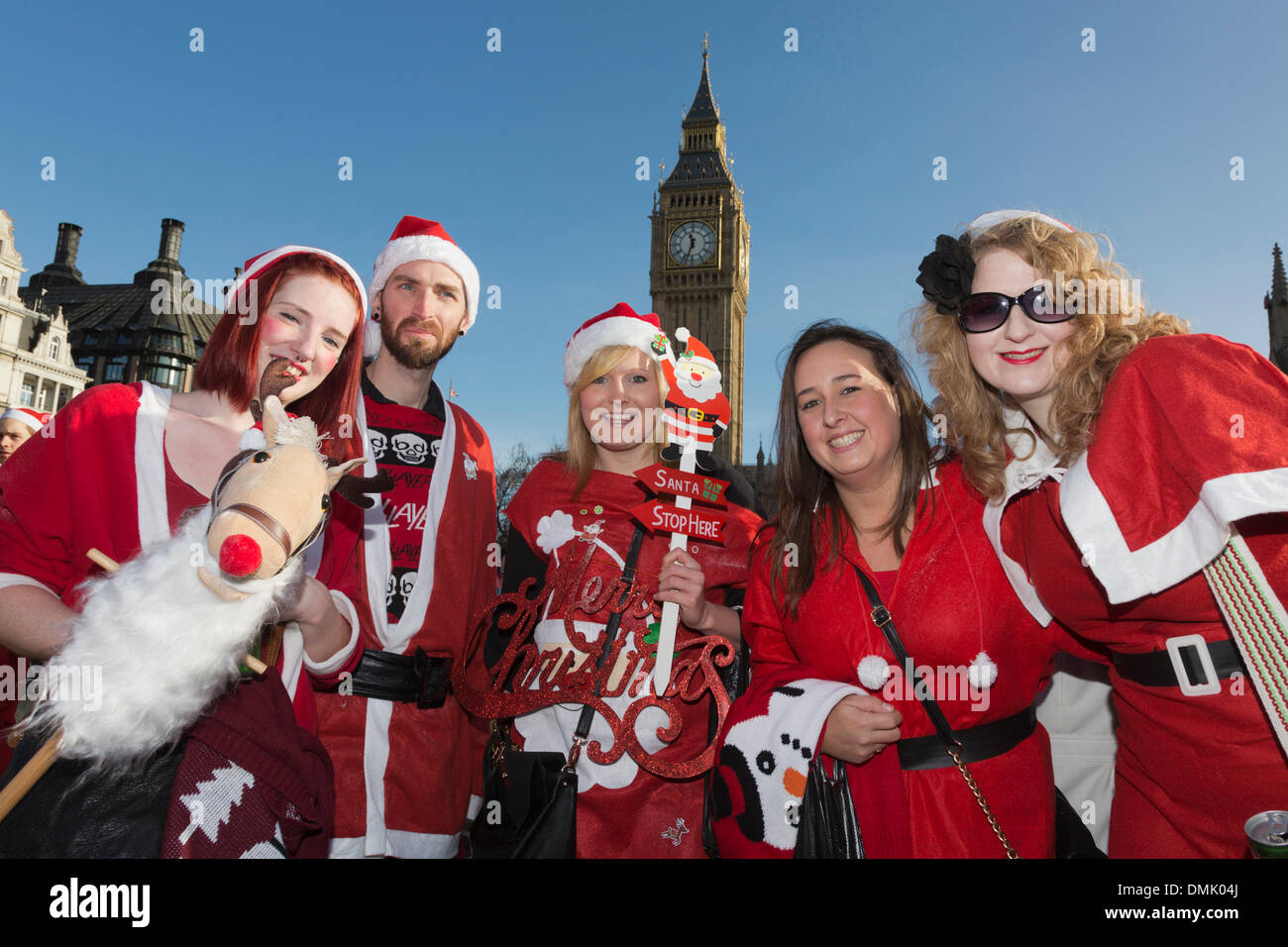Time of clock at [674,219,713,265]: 11:33
